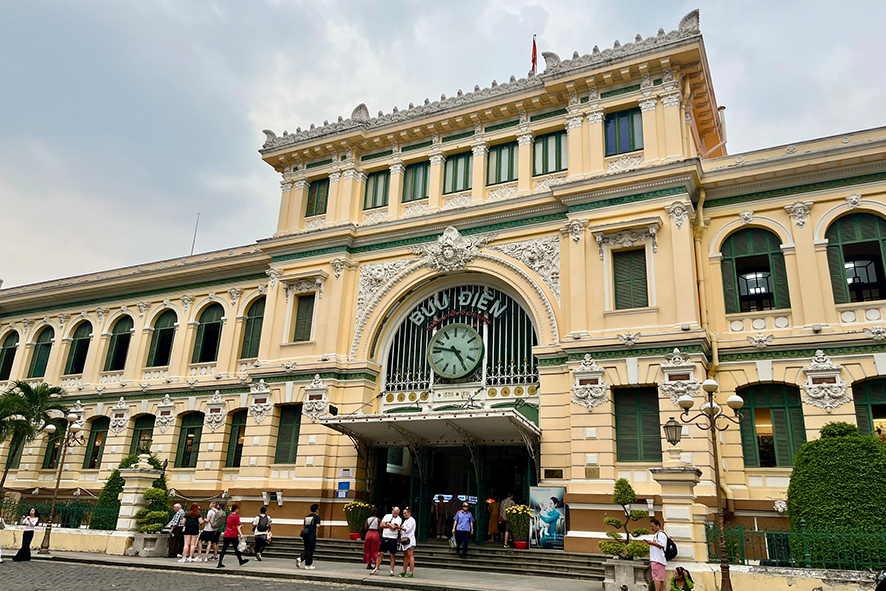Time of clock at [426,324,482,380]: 4:46
